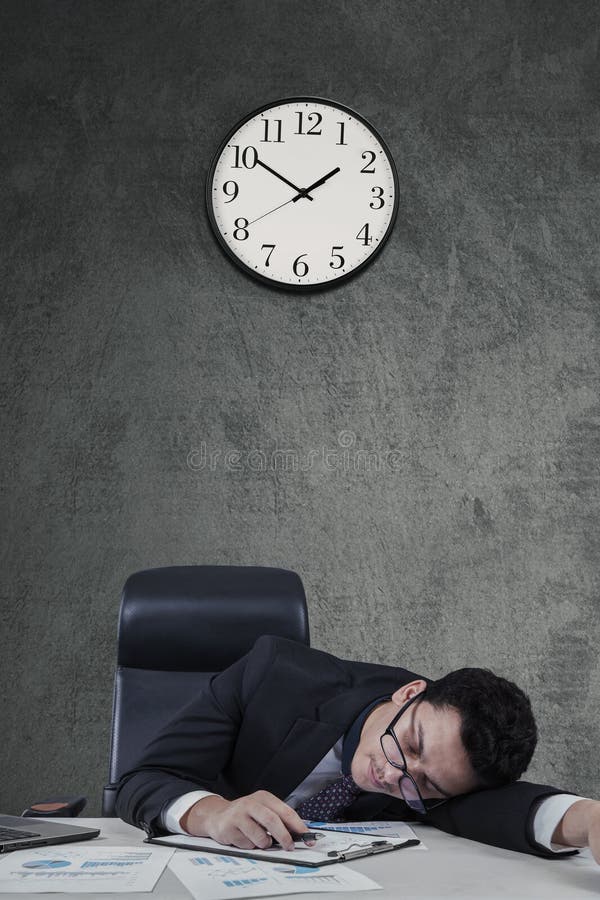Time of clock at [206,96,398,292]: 1:50
